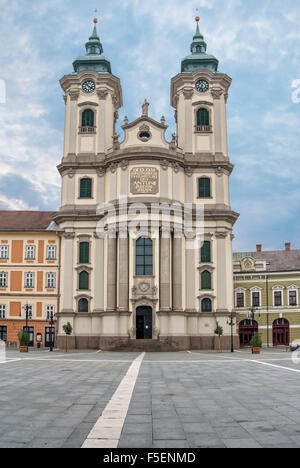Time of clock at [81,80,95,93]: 3:52
